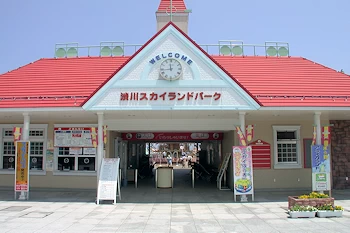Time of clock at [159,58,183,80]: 11:43
